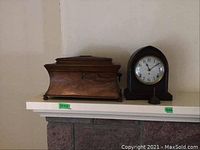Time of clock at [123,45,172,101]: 11:09
